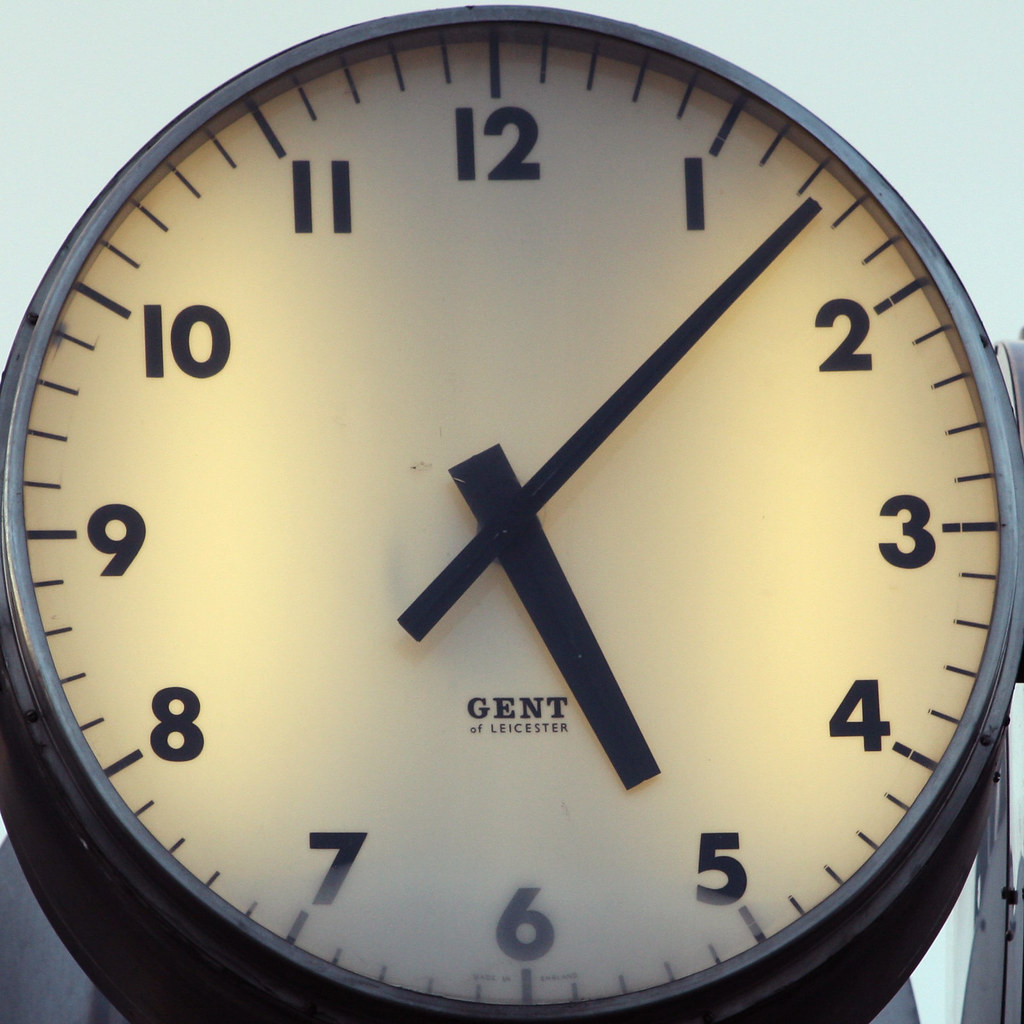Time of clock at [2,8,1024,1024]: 5:07
